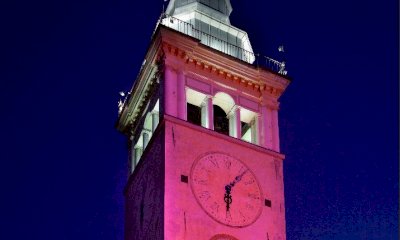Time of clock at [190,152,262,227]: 6:06
